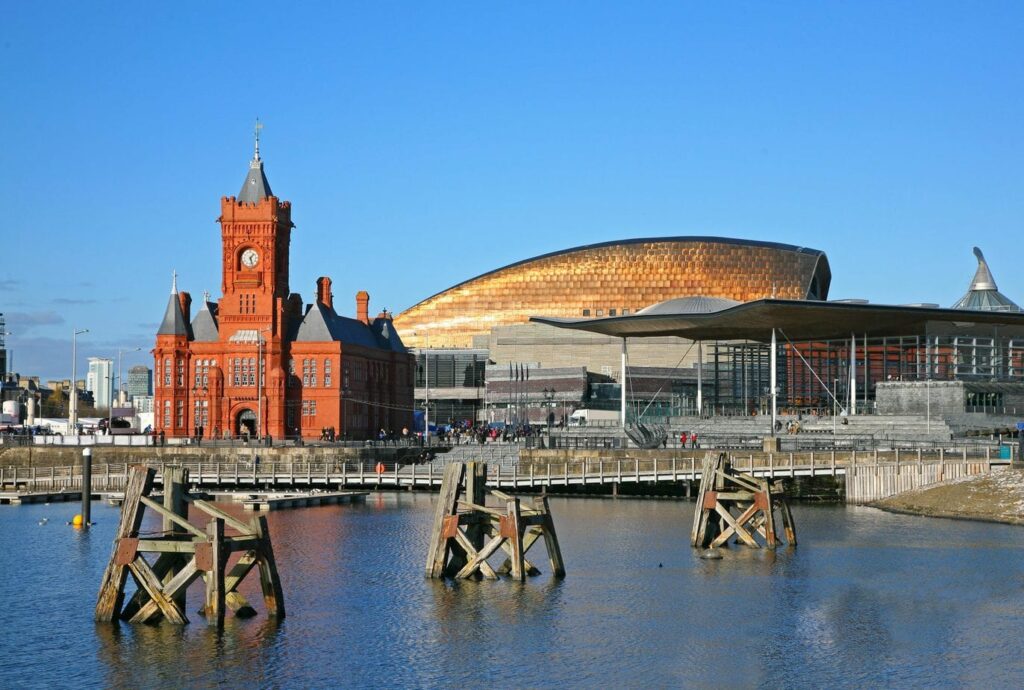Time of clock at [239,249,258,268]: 1:27
